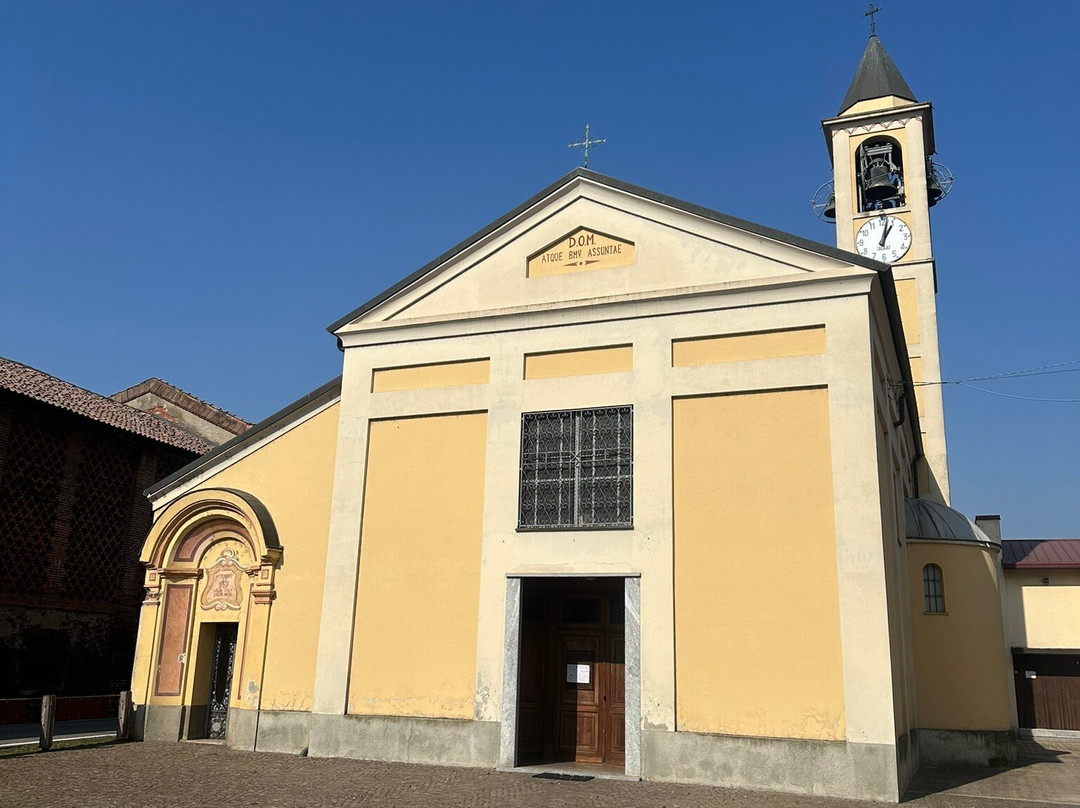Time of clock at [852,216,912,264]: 1:02
